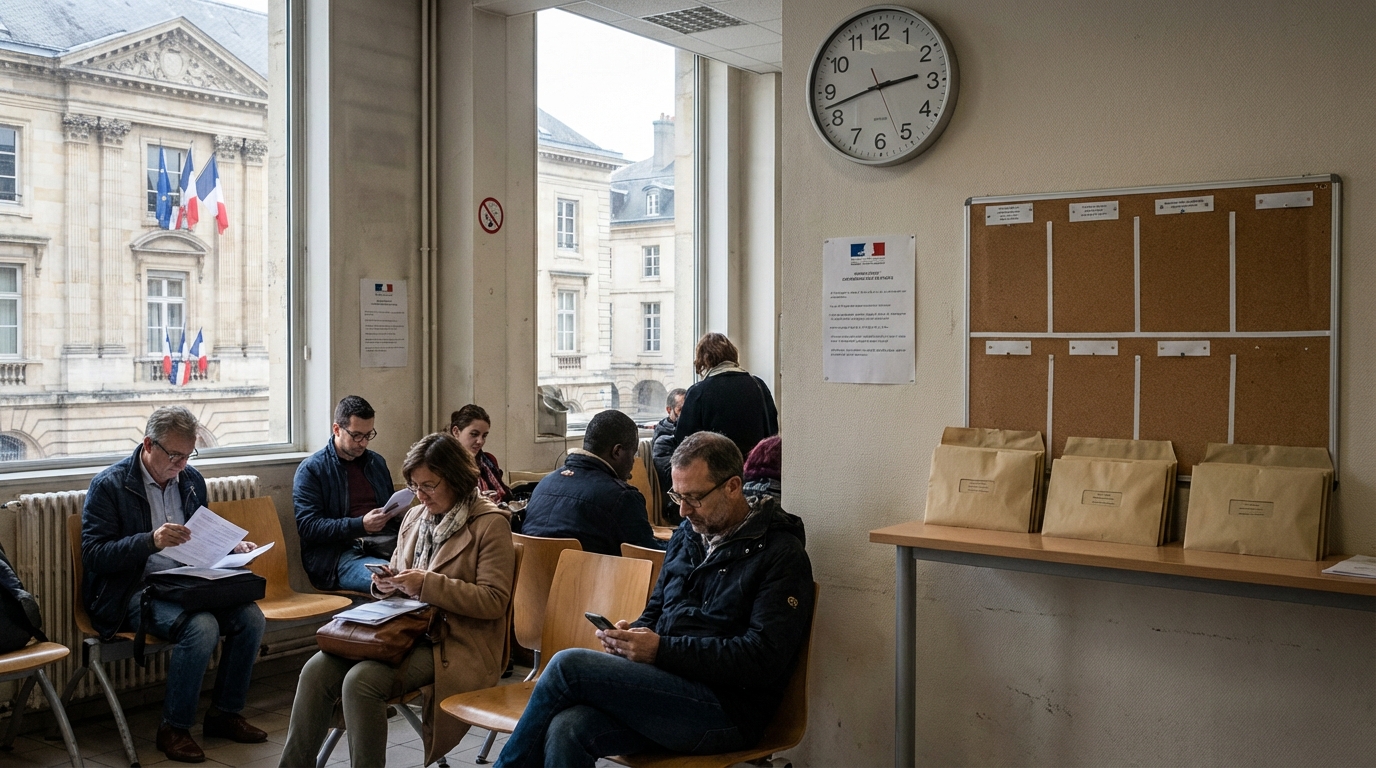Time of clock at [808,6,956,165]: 2:42
